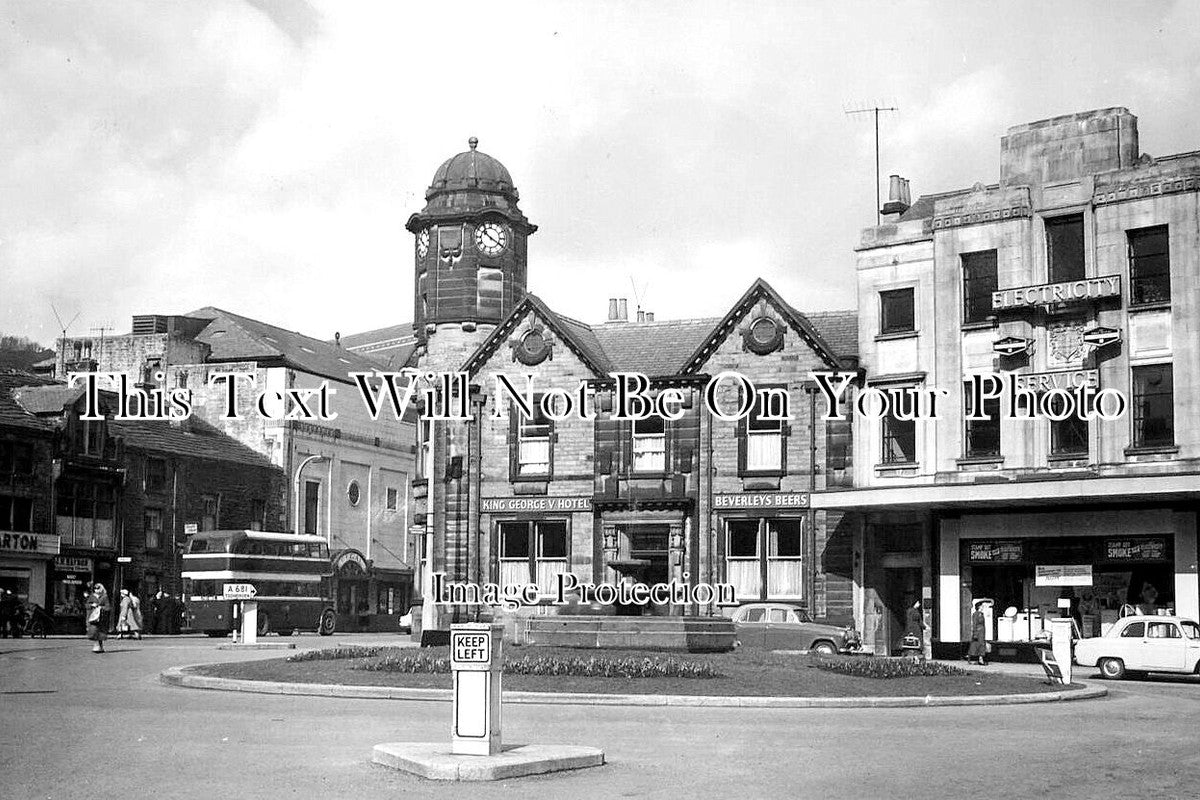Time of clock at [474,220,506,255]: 10:20
